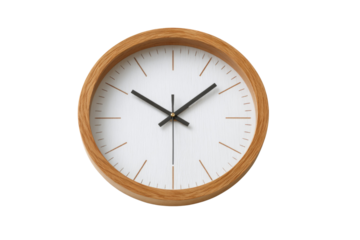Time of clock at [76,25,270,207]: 10:08
